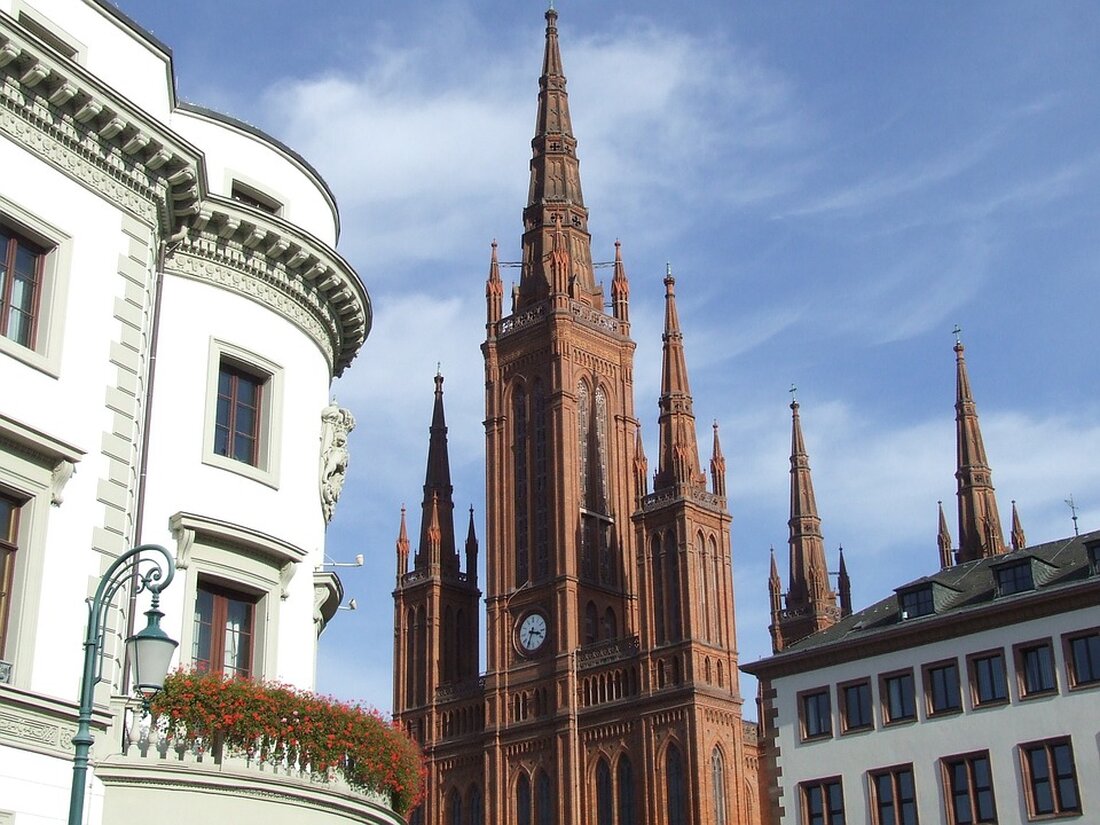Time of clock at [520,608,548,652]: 3:34
